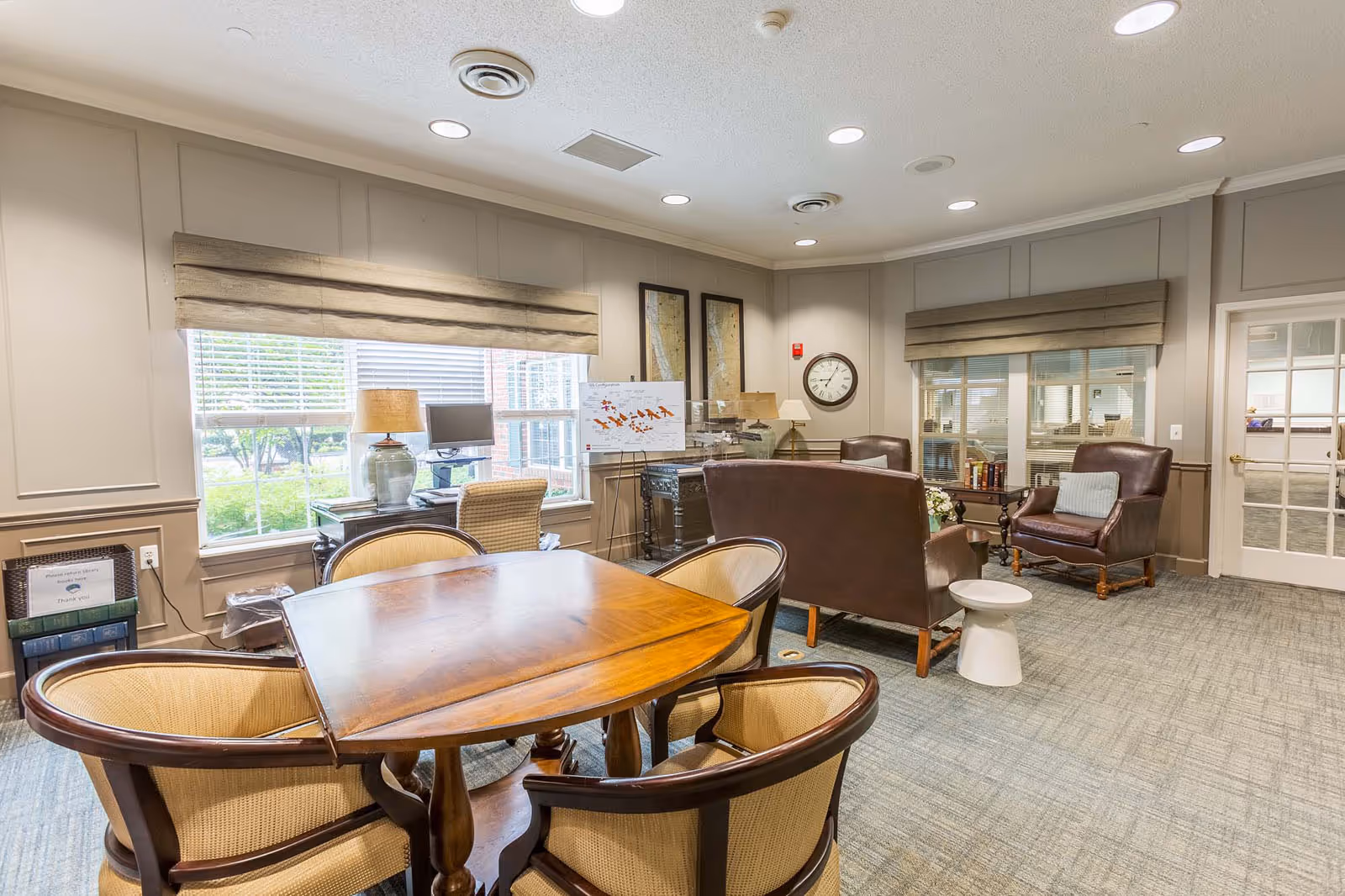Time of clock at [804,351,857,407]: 9:05
